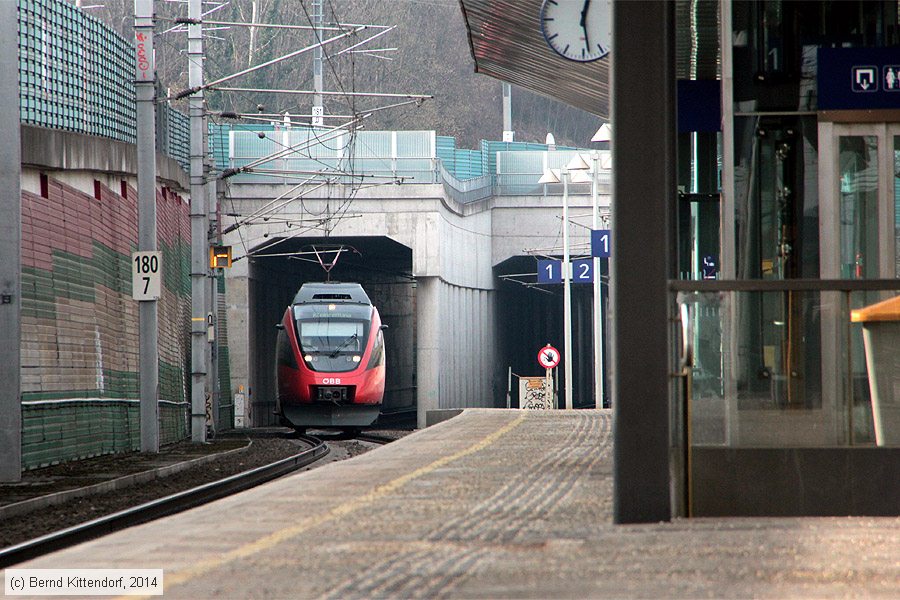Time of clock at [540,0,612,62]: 12:28
